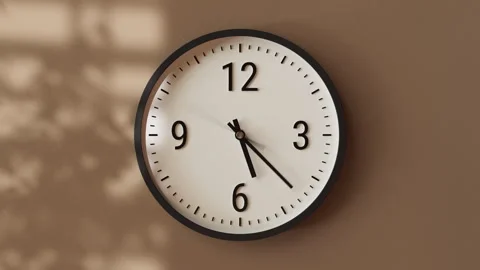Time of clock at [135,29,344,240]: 5:22
